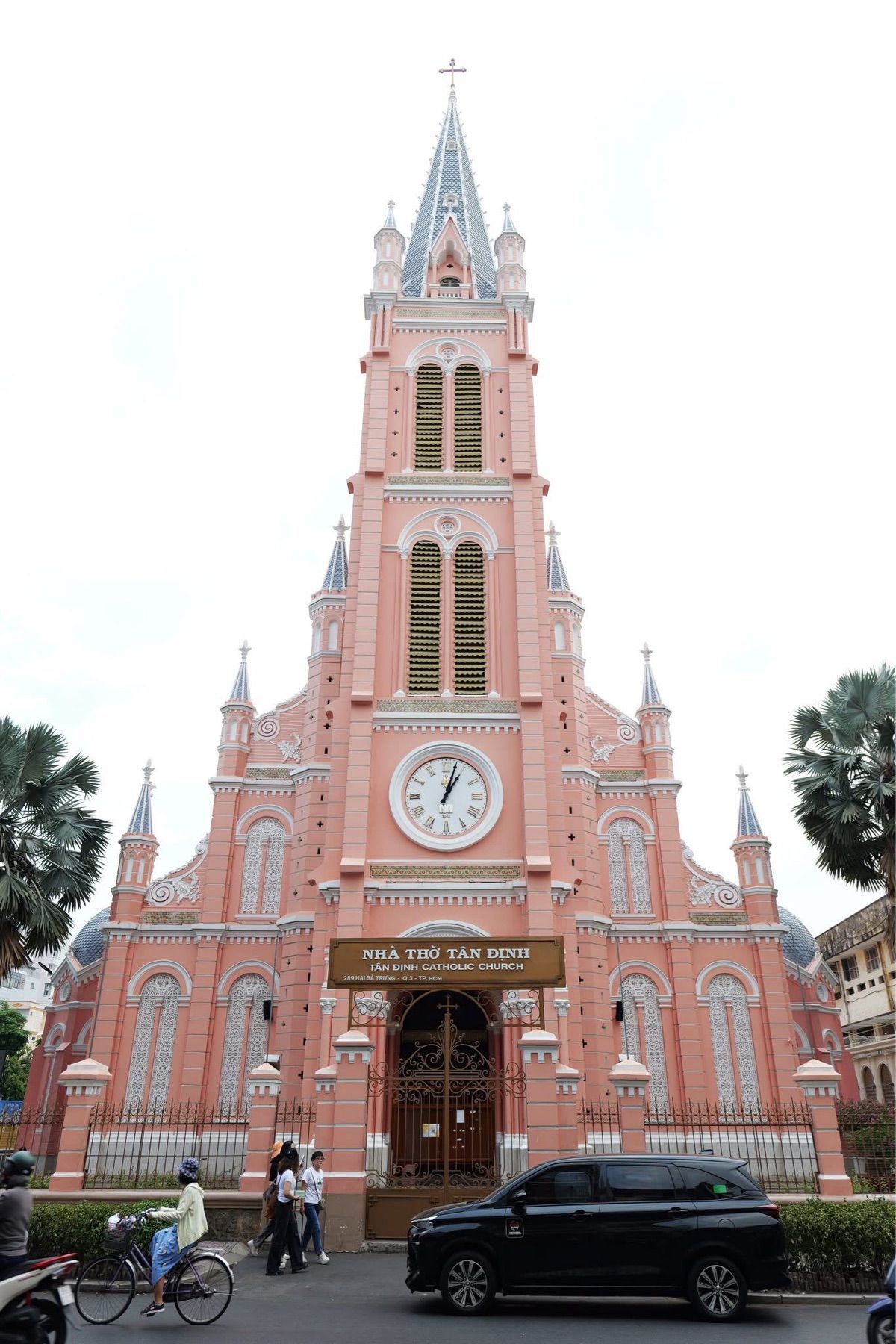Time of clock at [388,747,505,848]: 1:02
